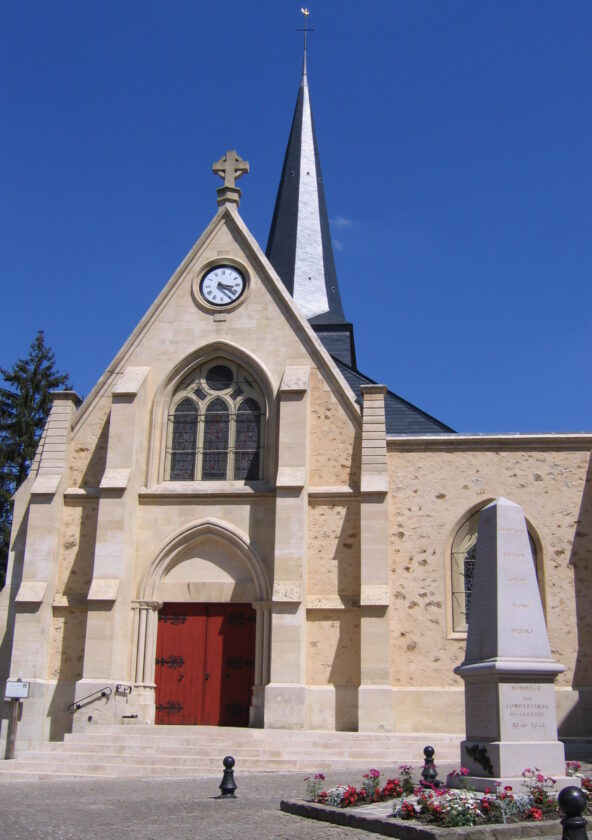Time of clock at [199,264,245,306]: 3:21
